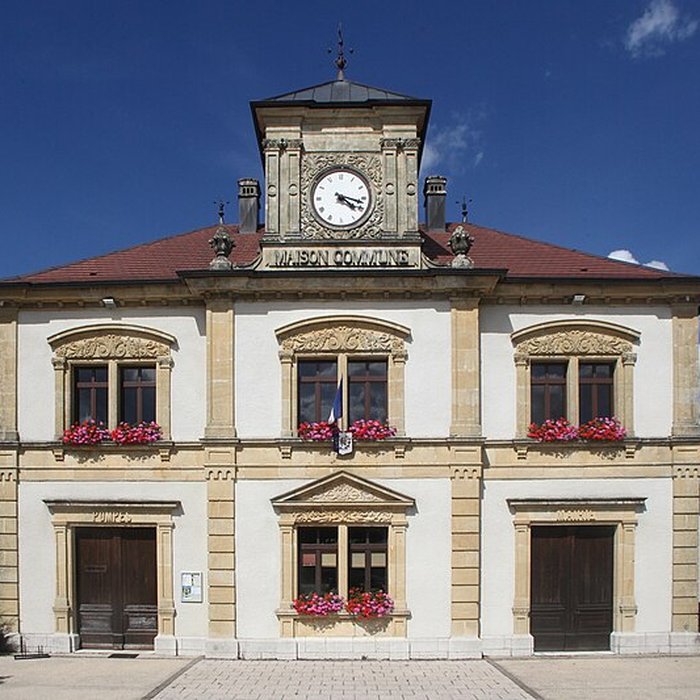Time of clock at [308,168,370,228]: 4:17
